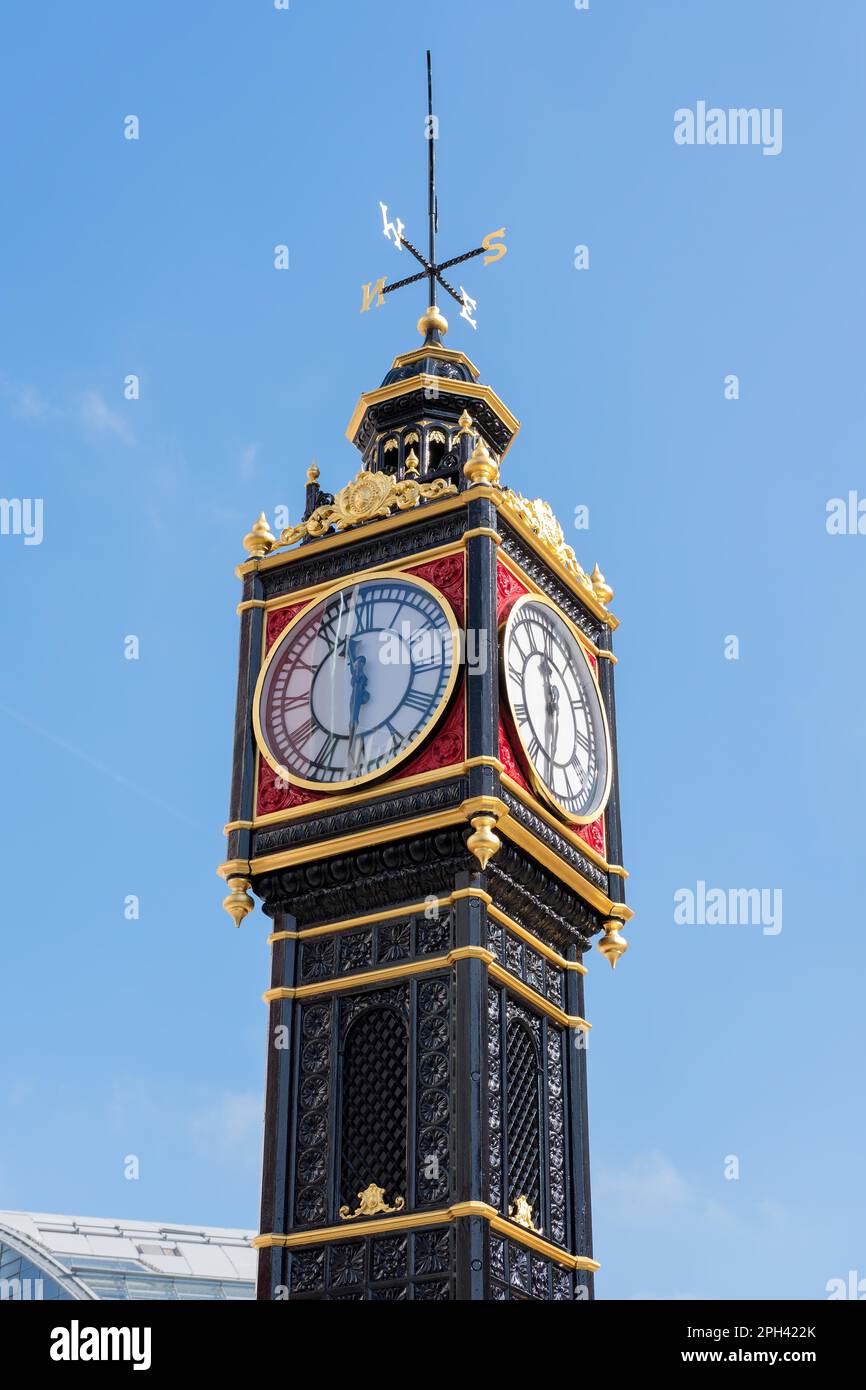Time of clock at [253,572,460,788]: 11:31
